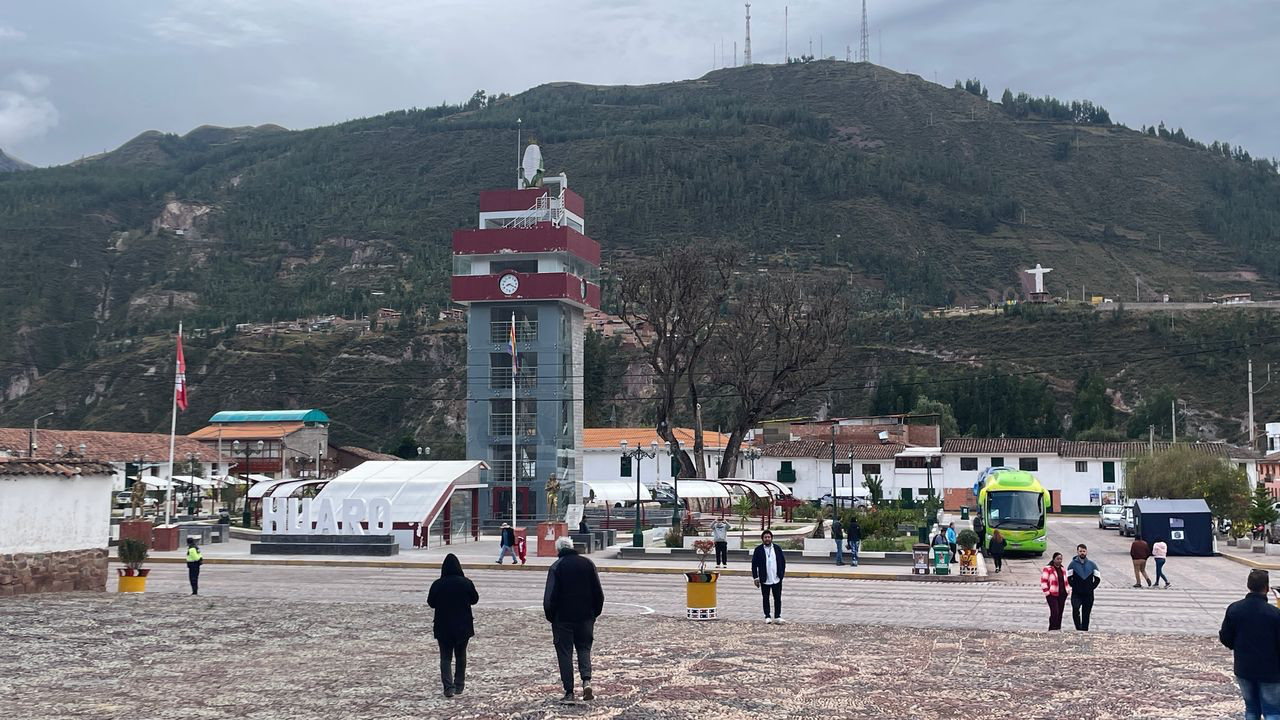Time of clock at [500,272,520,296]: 8:19
